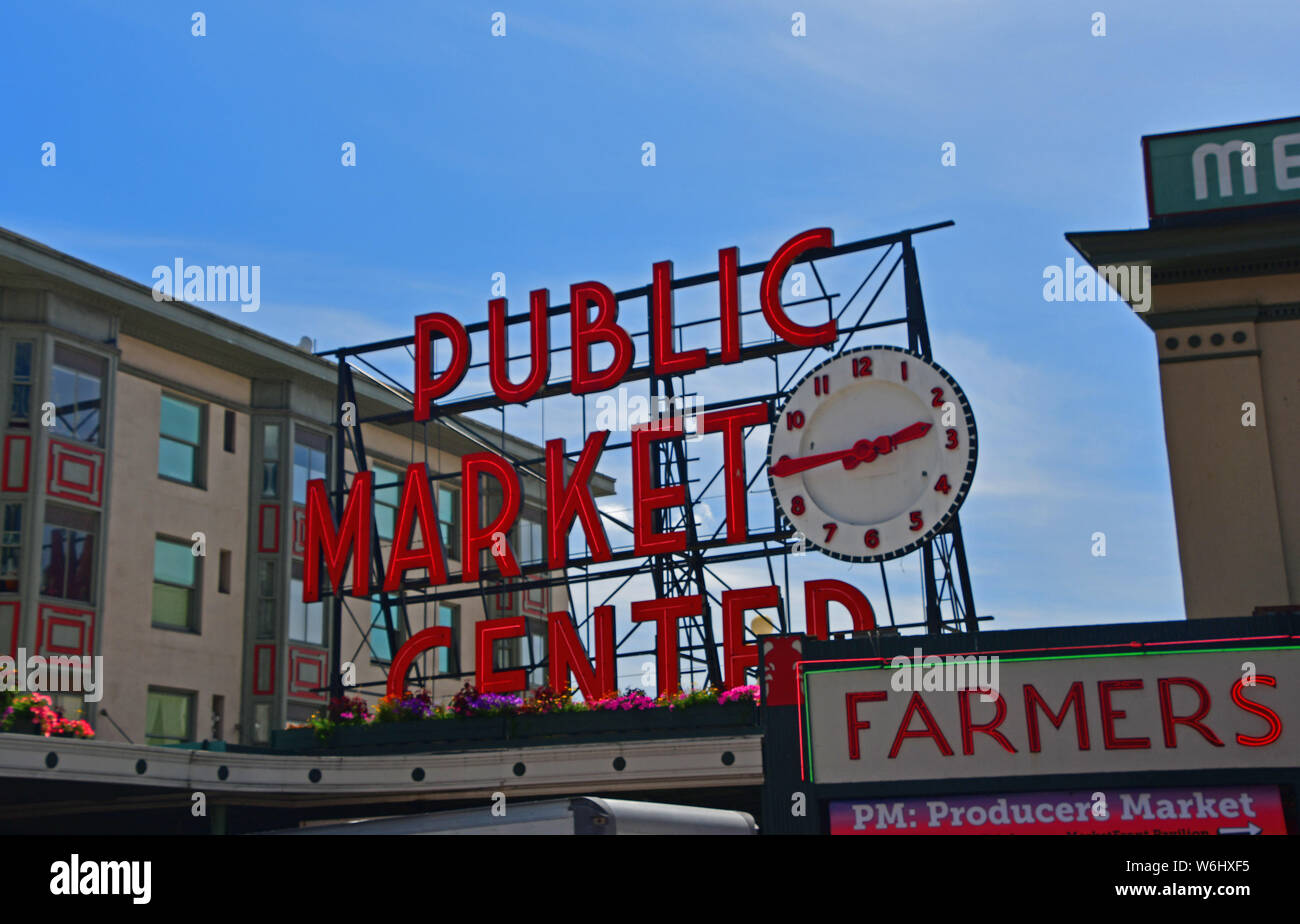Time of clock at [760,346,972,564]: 2:44
